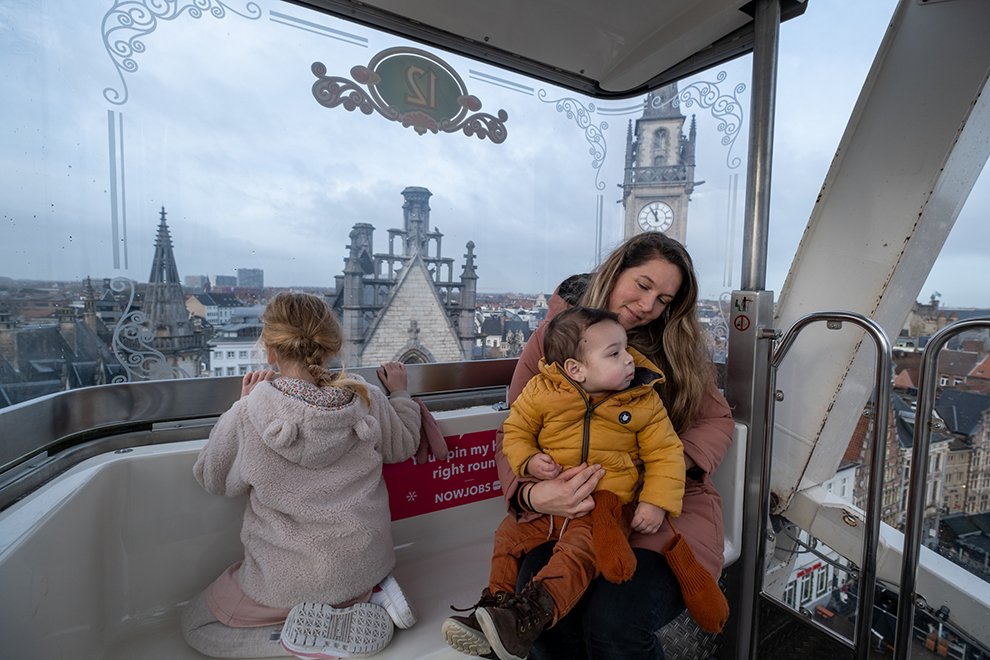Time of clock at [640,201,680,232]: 11:55
